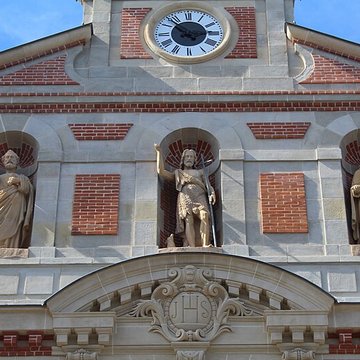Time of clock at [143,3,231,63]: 2:53
